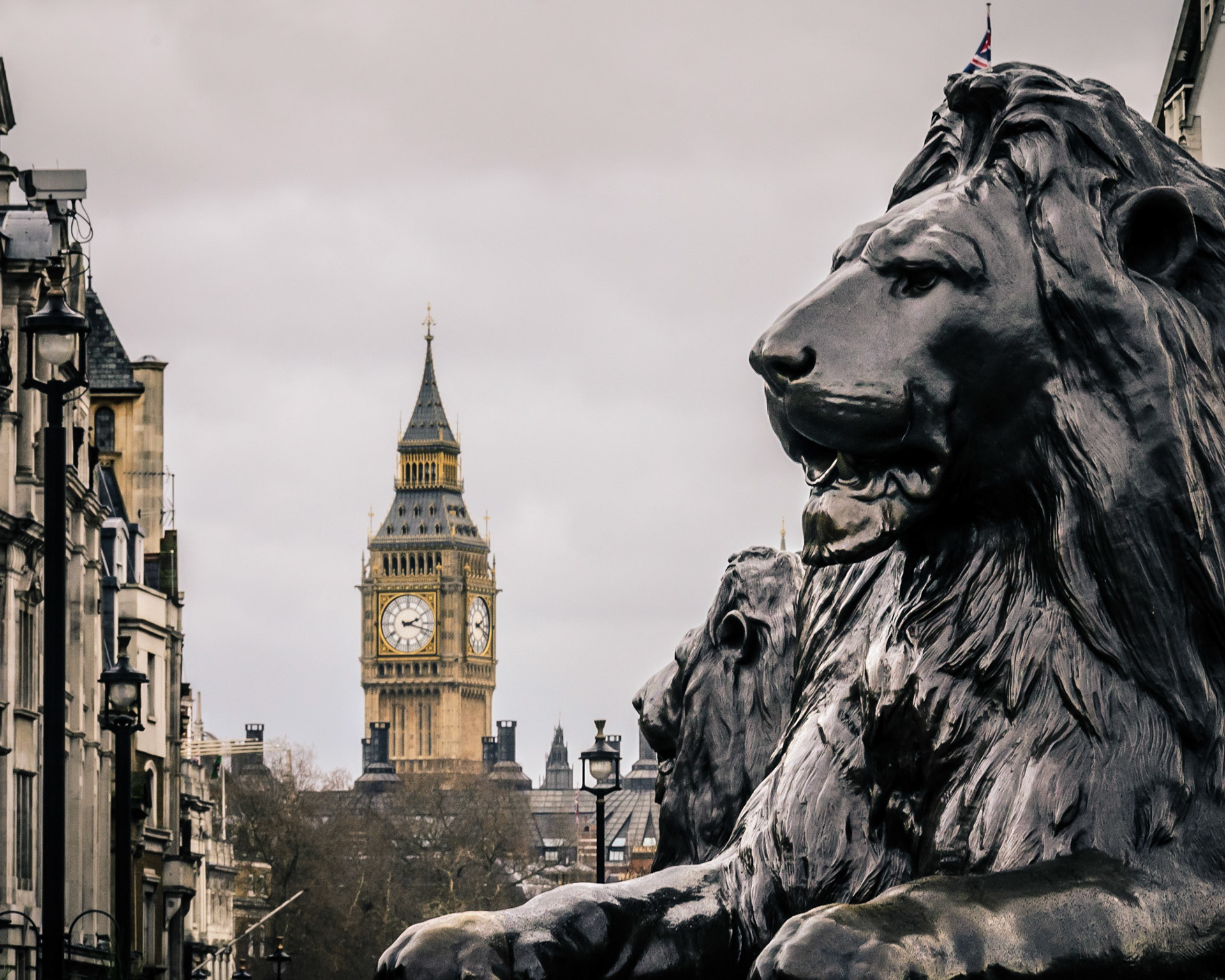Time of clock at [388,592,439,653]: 2:18
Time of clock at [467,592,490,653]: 2:18
